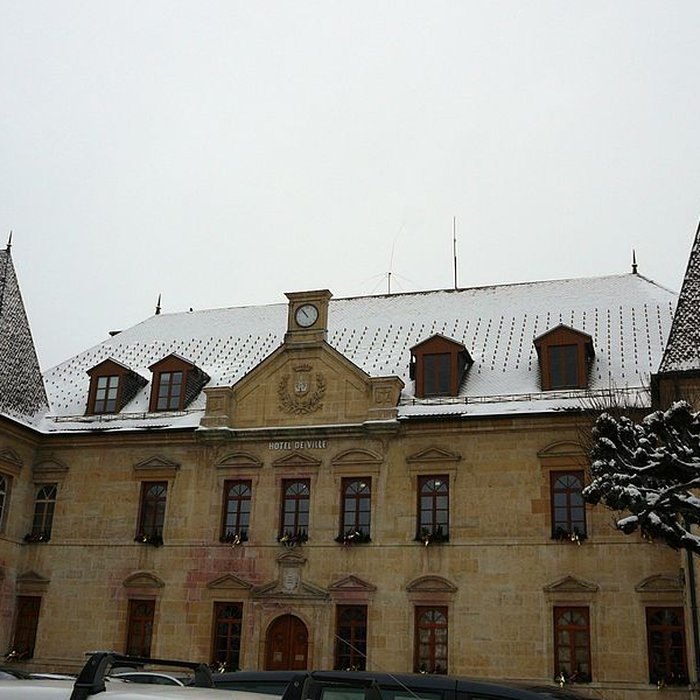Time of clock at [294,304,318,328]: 10:53
